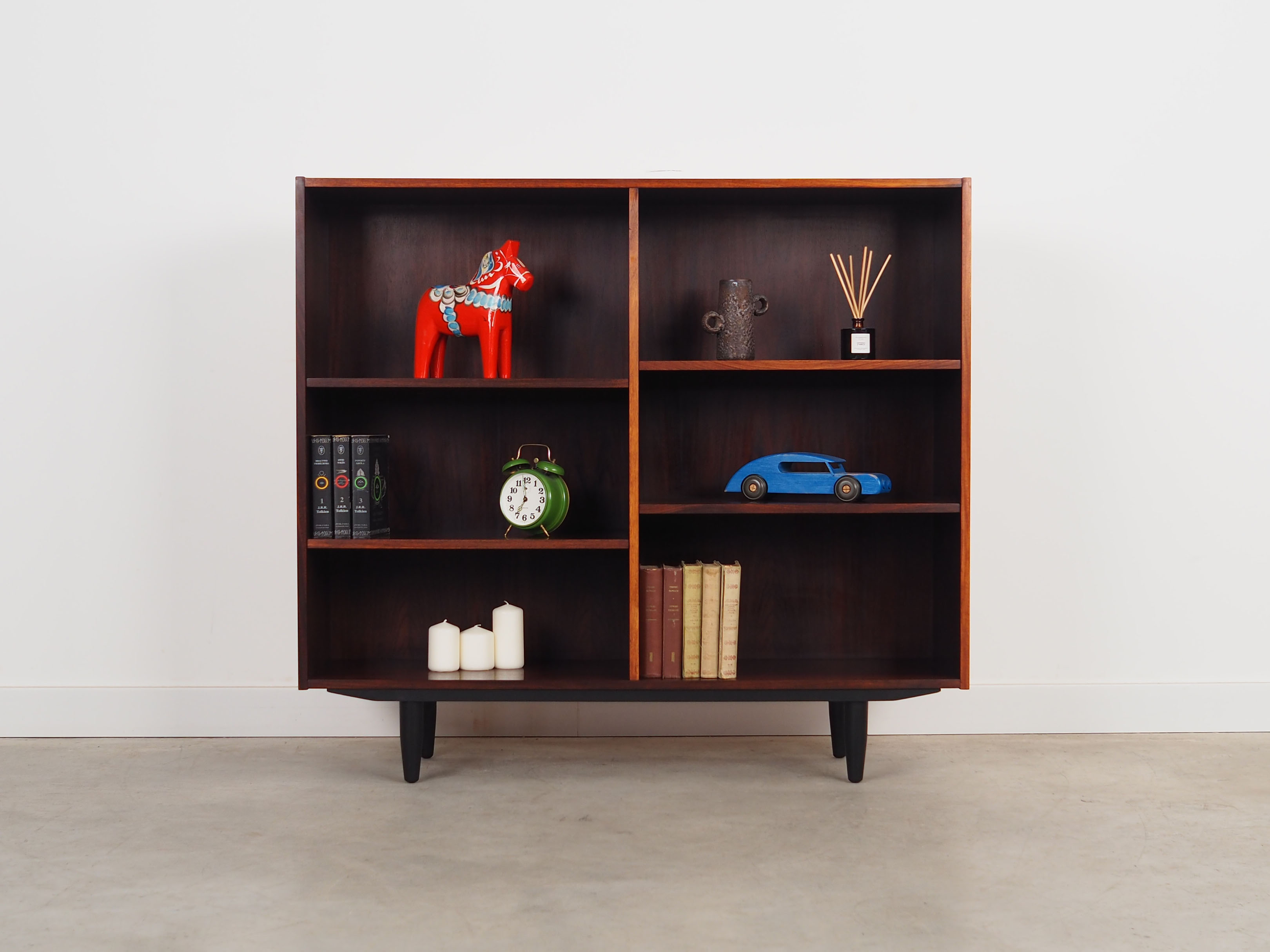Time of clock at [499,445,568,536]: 6:58
